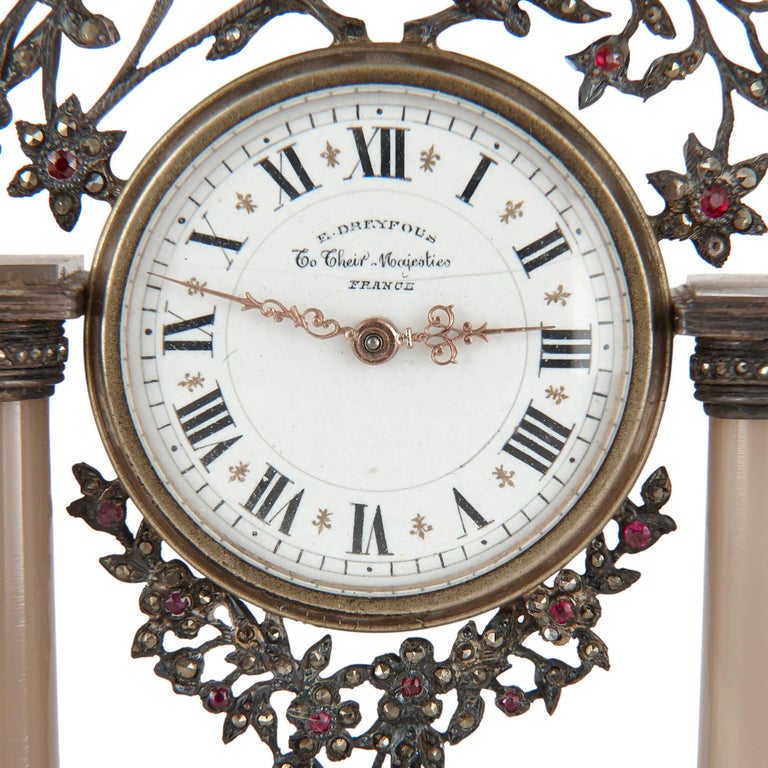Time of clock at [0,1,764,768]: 2:47
